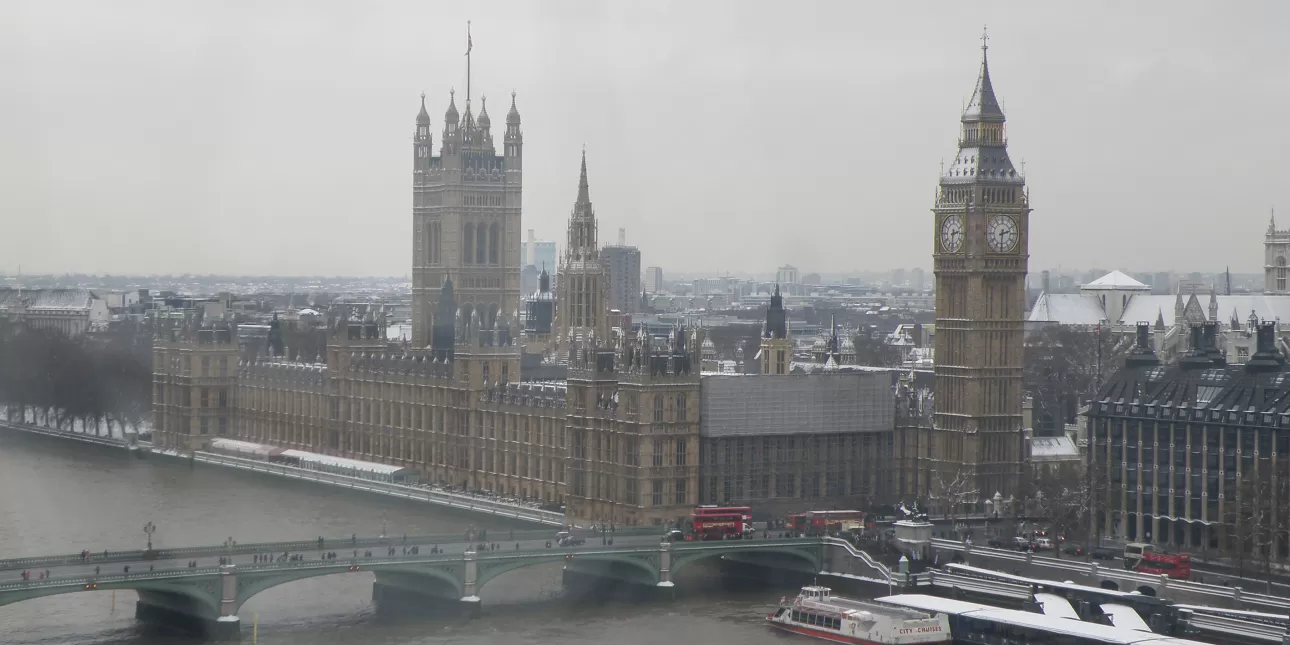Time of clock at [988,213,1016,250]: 2:30
